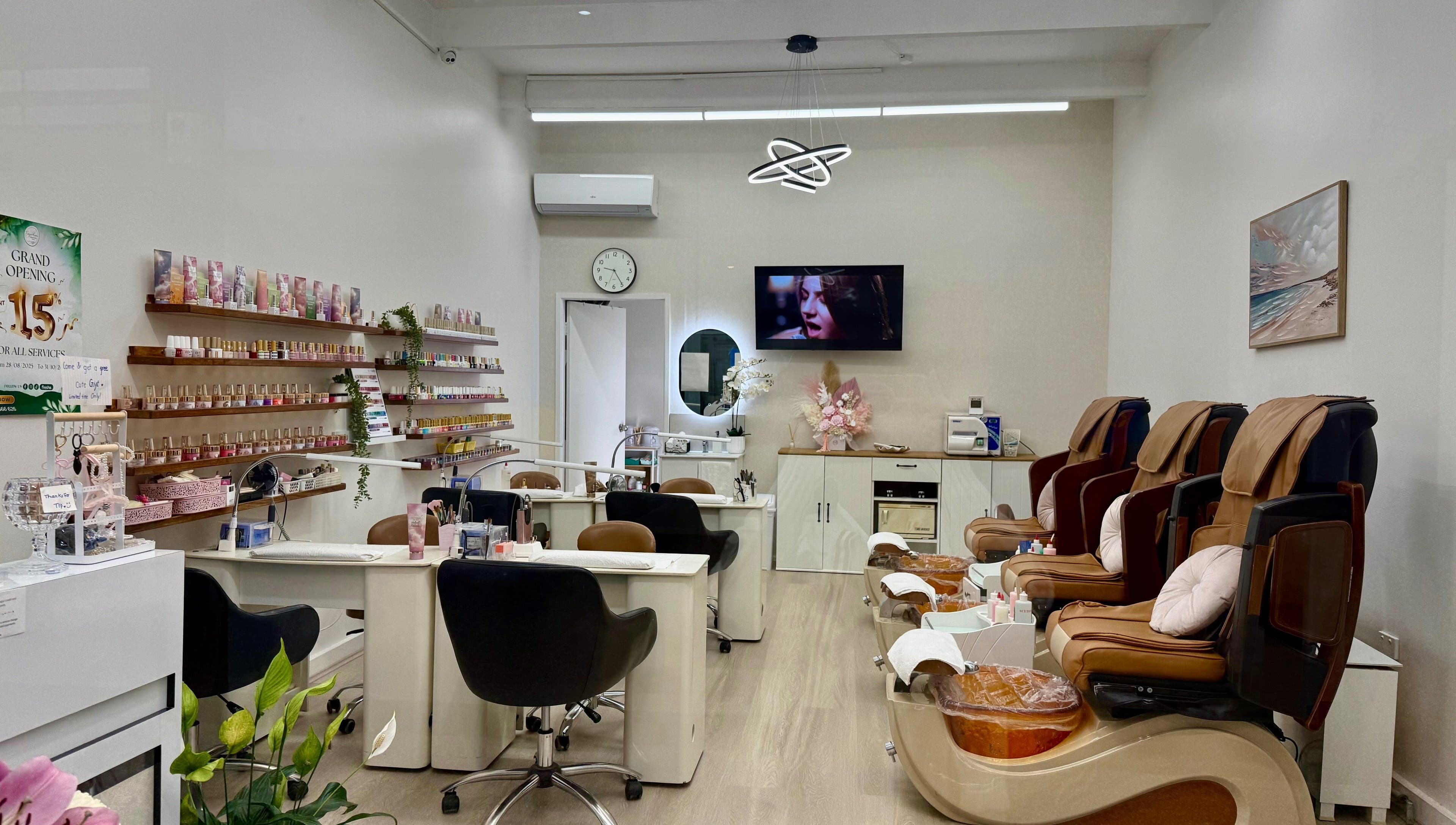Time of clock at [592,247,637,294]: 9:24
